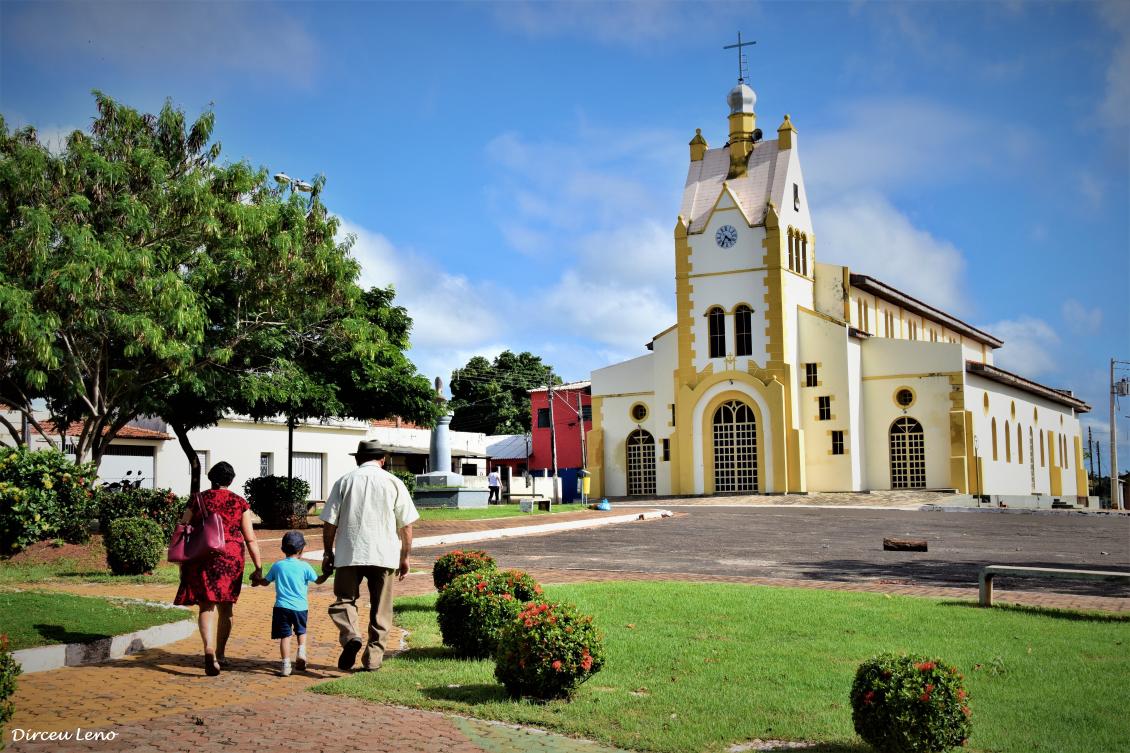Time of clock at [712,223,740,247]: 4:35
